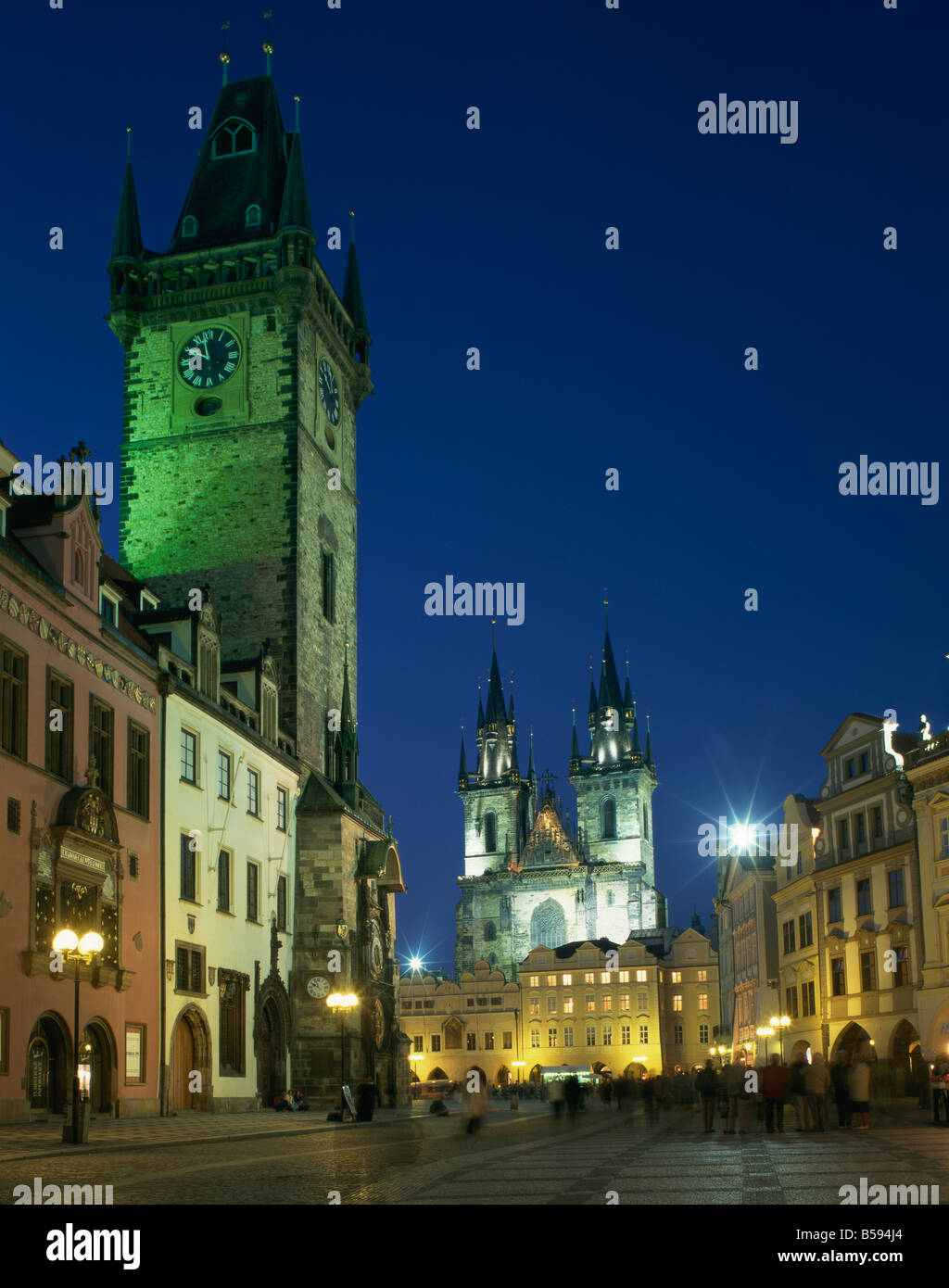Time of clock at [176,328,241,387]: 9:57
